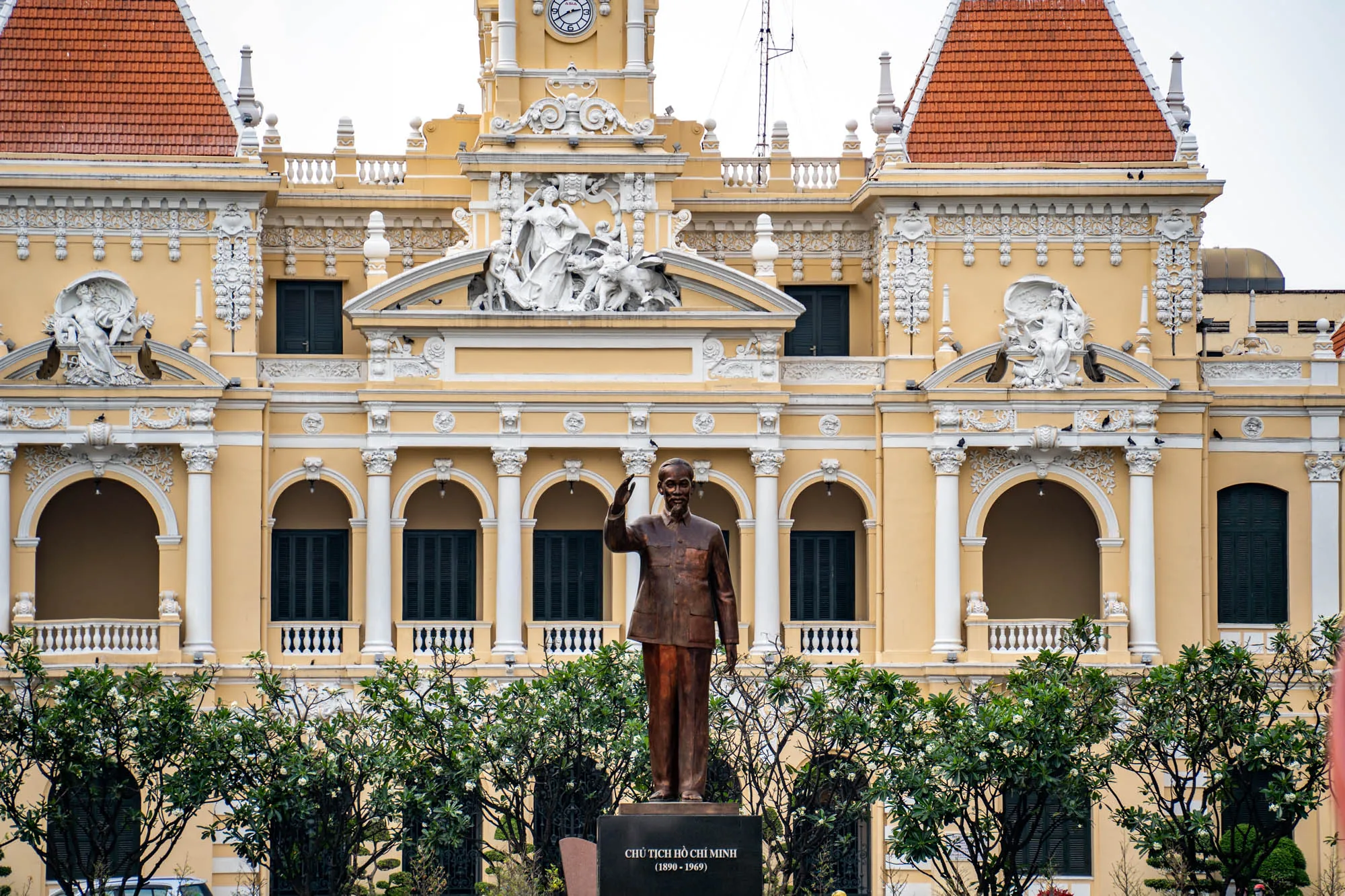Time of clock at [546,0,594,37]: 2:39
